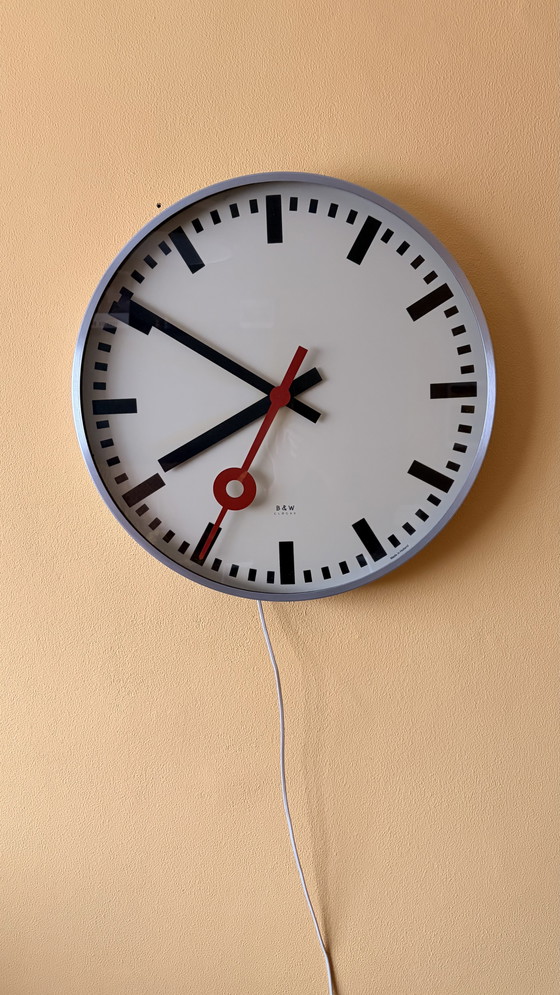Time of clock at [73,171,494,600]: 7:50
